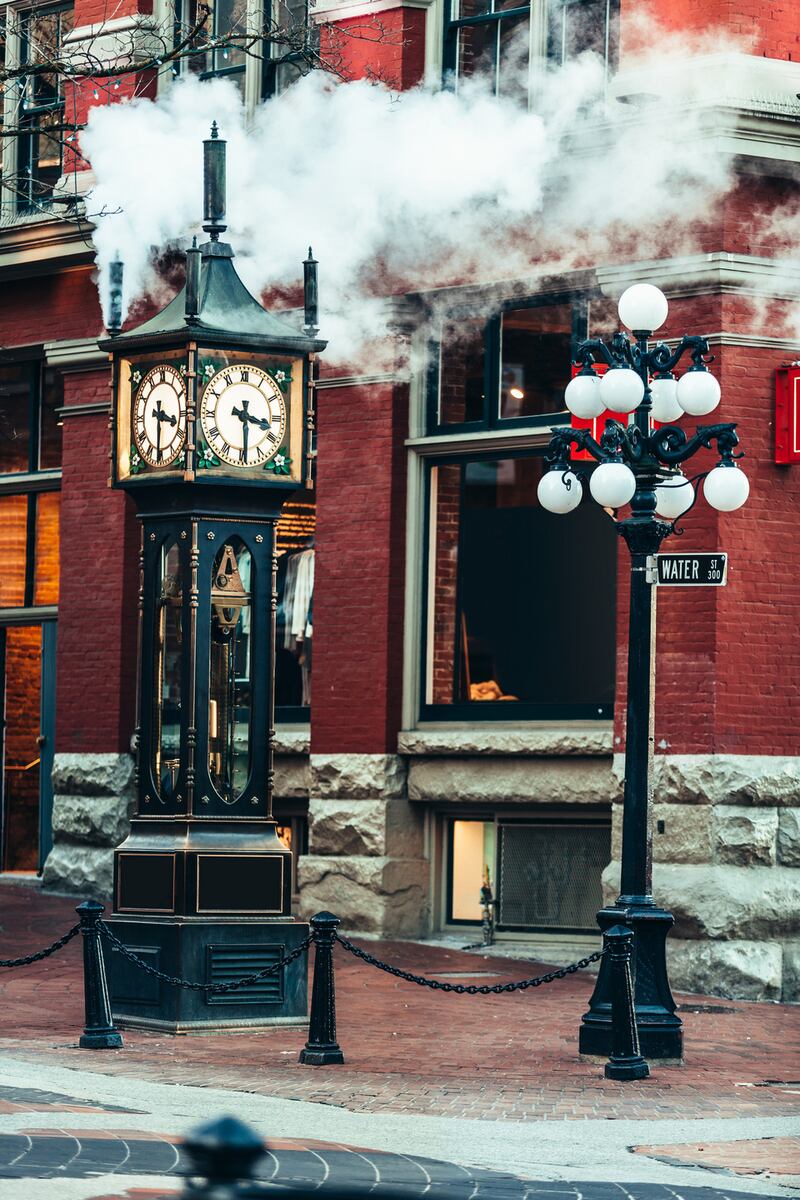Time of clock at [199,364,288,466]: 3:29
